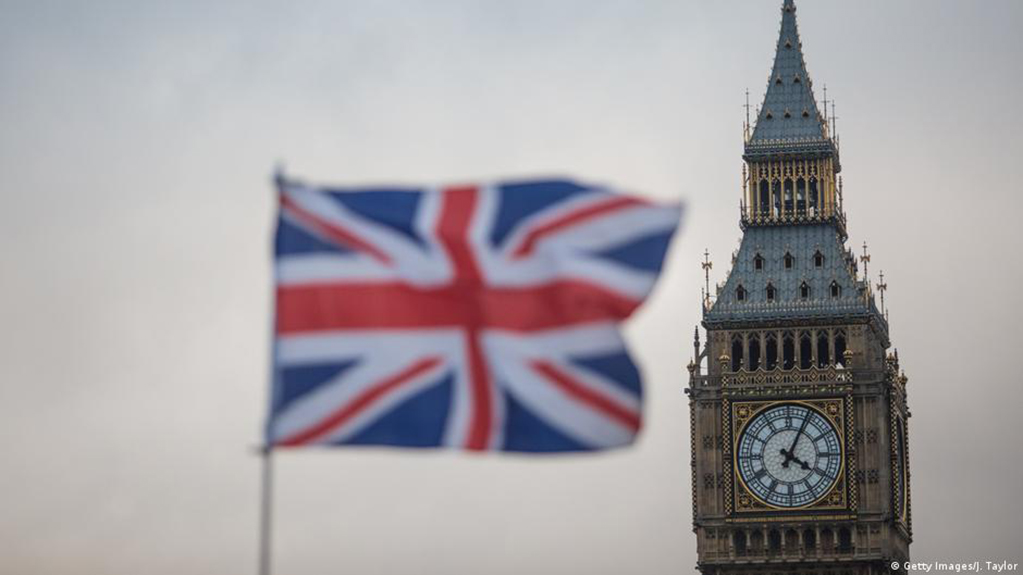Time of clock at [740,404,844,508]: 4:04
